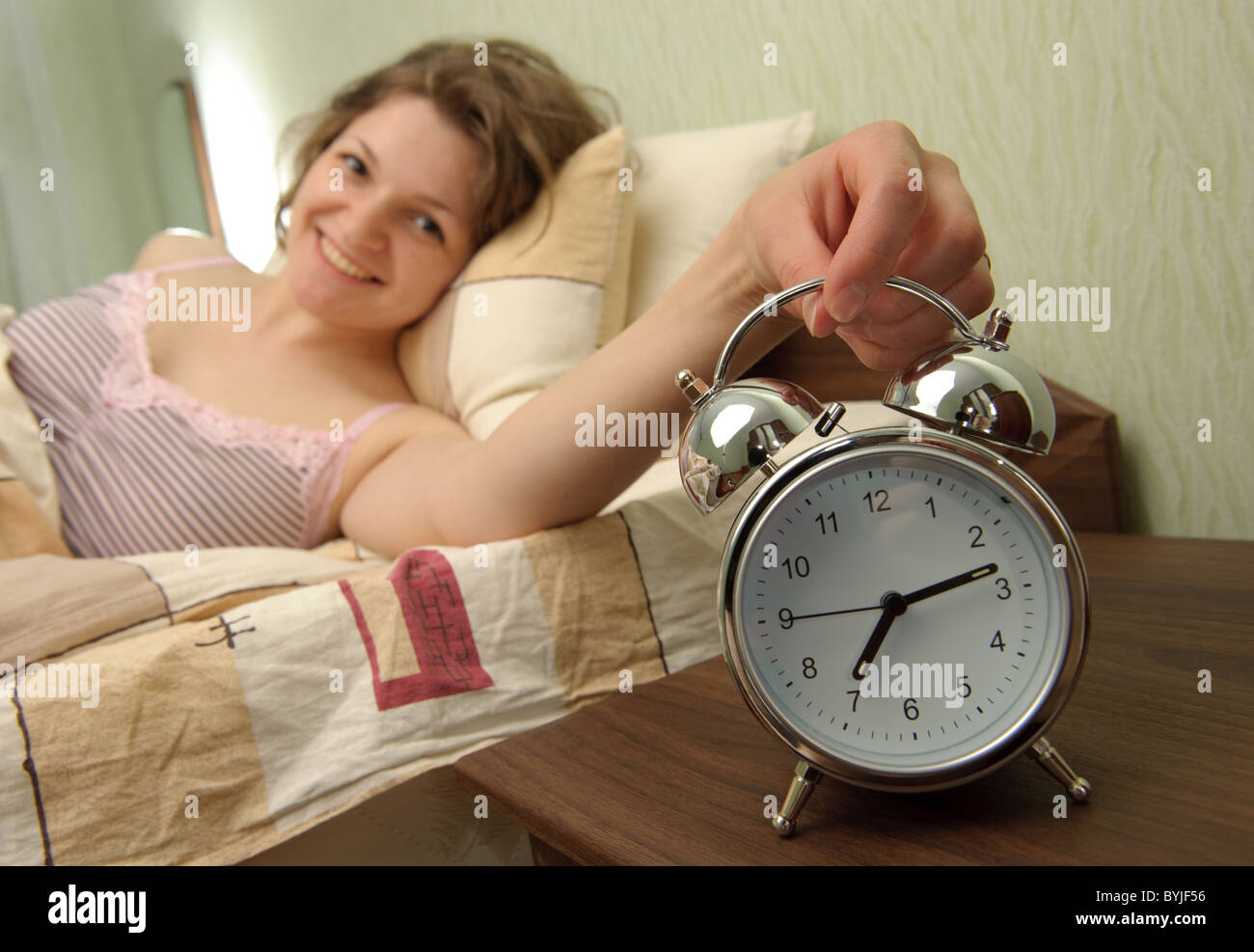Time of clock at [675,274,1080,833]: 7:13
